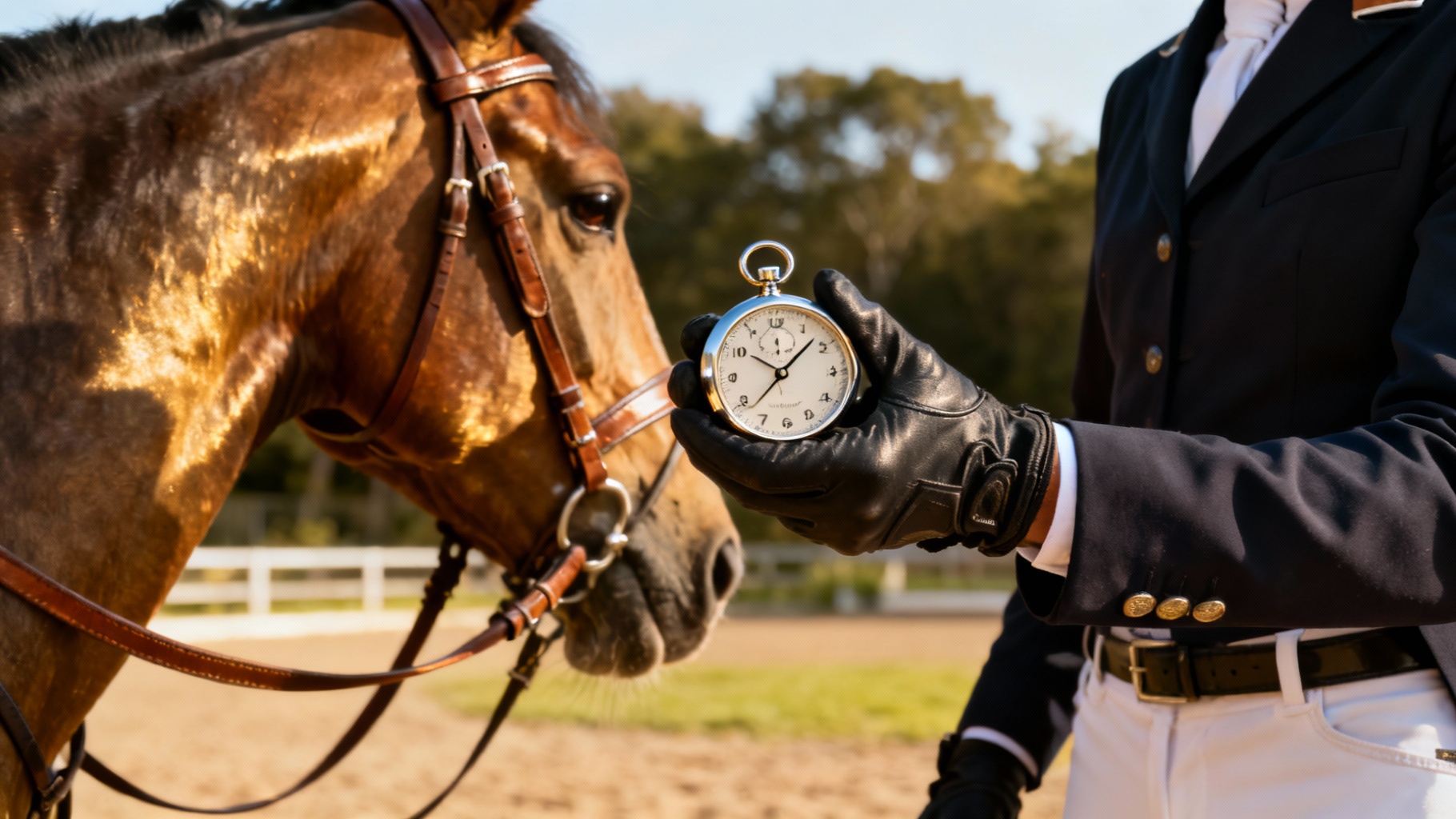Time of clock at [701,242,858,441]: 10:07
